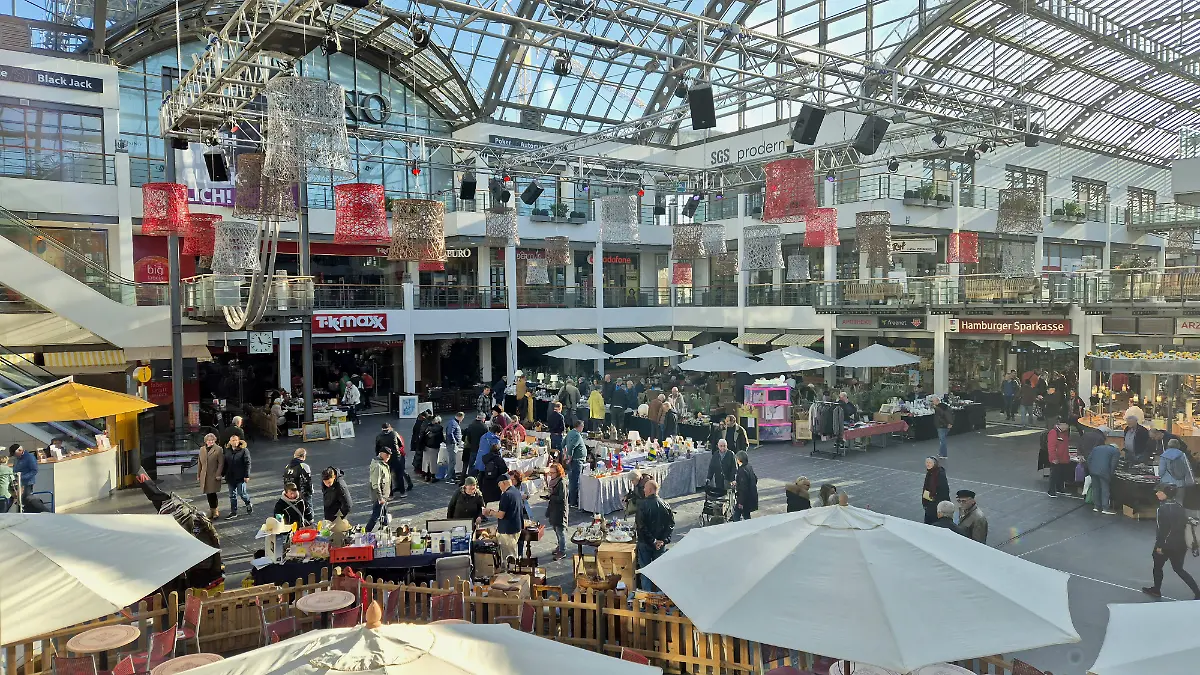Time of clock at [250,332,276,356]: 11:17
